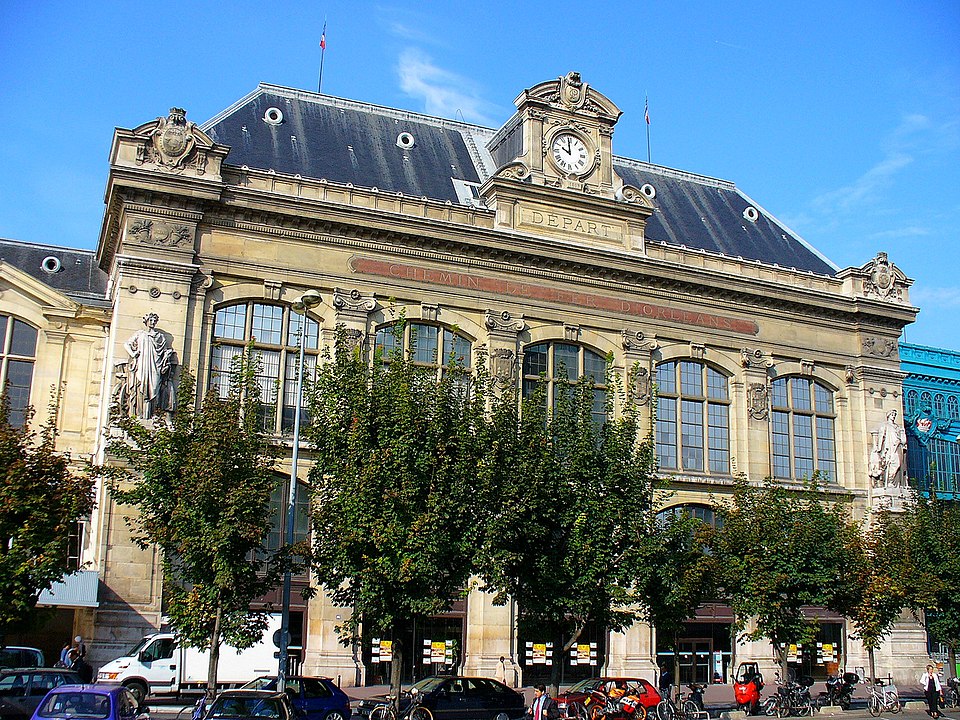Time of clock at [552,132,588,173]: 9:59
